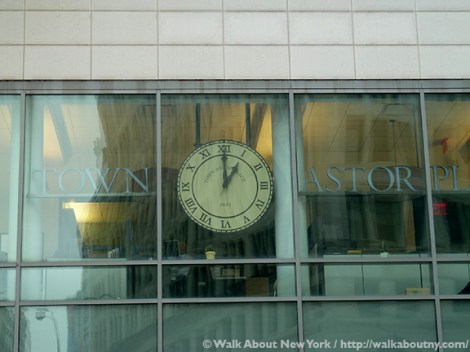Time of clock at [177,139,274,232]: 1:00
